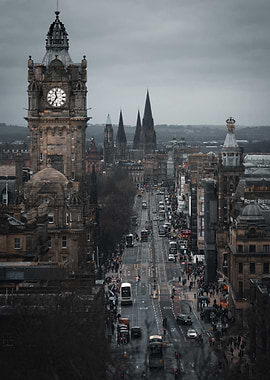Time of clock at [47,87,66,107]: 11:35
